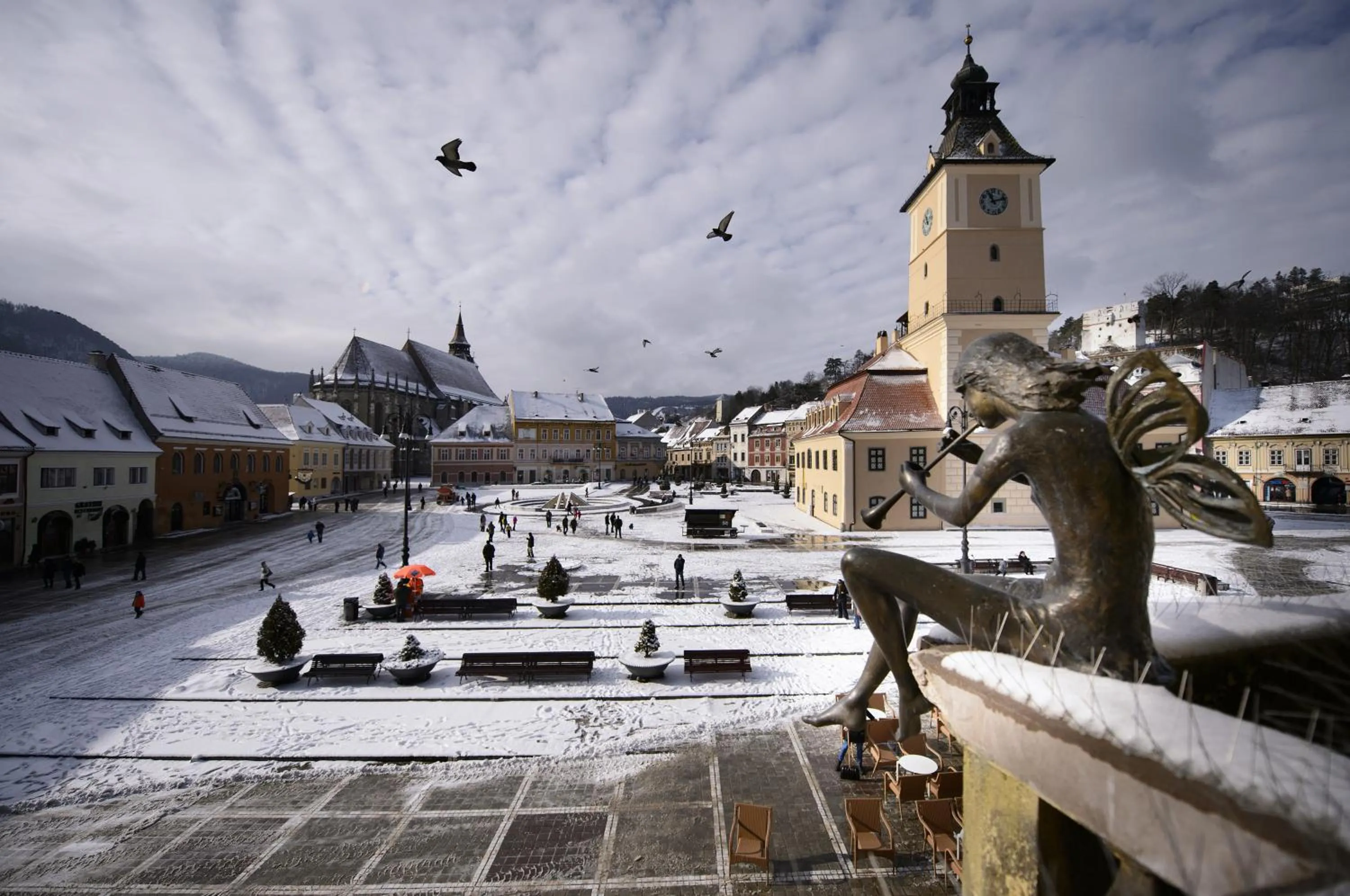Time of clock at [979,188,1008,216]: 11:12
